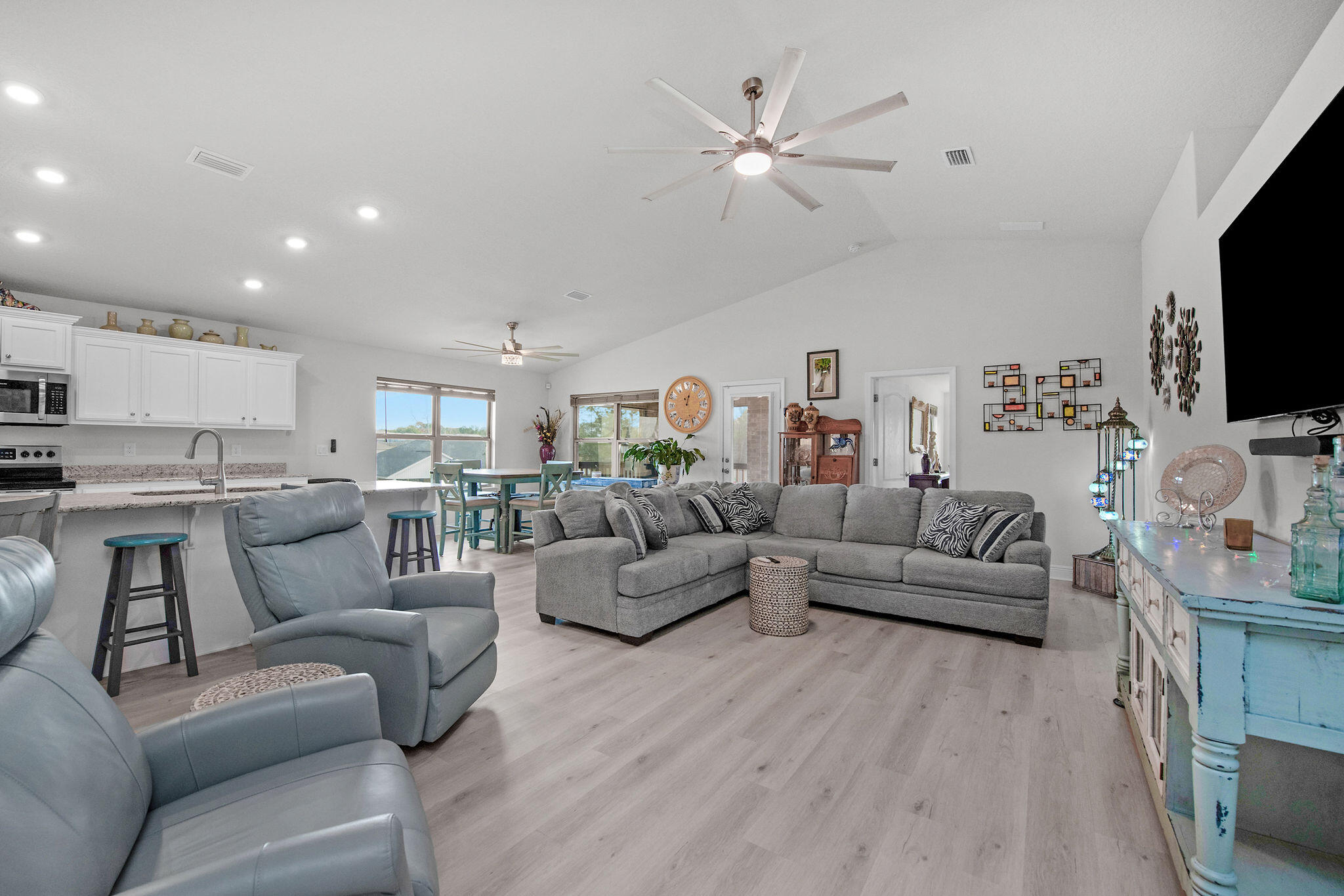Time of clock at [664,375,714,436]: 12:03
